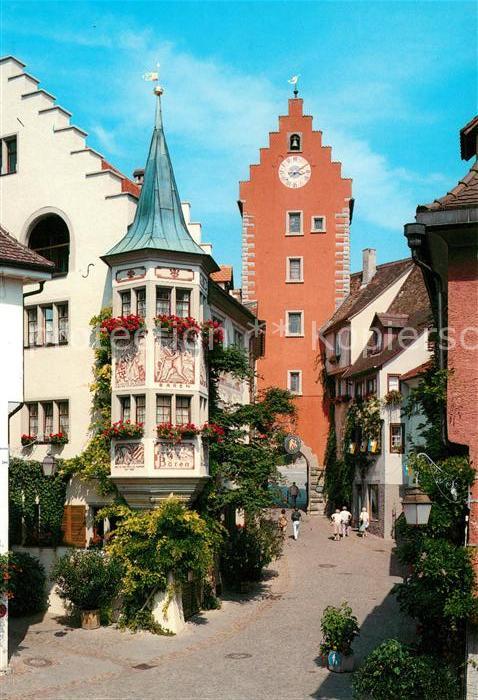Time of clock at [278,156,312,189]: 3:09
